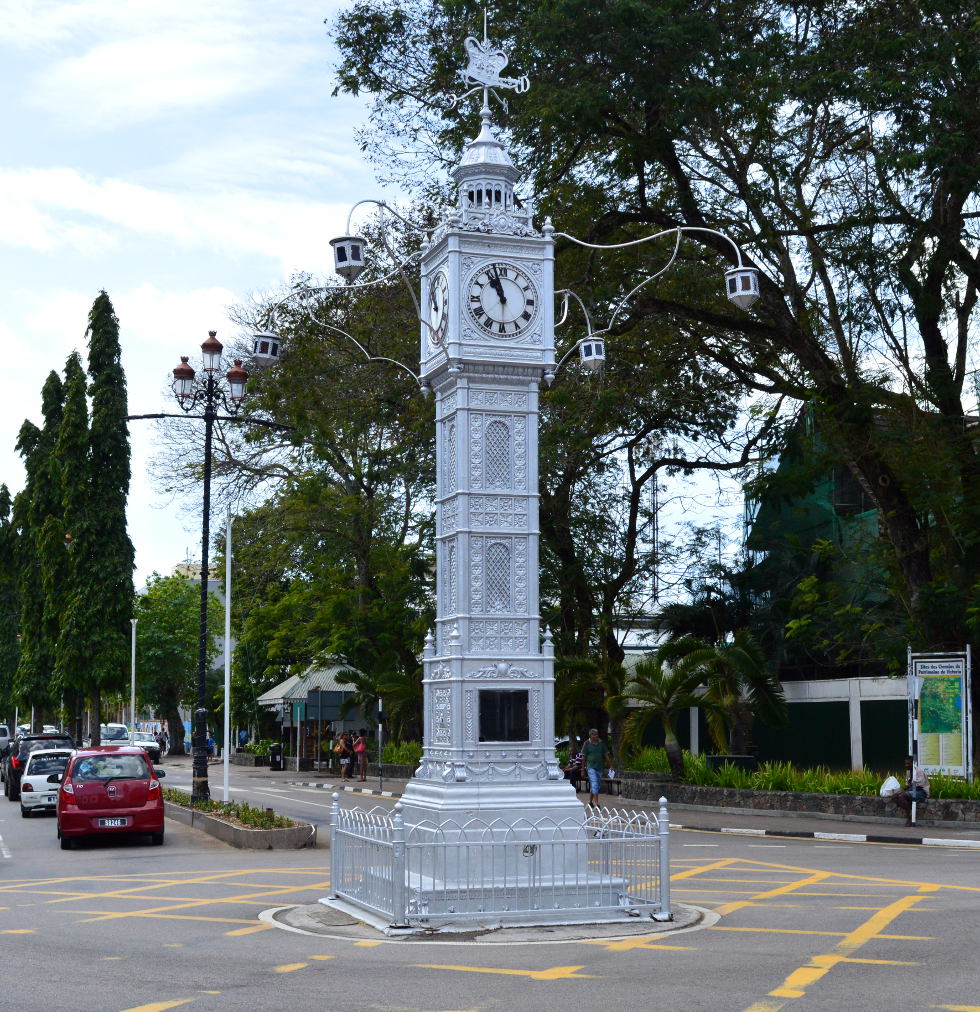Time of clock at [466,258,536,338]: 10:57
